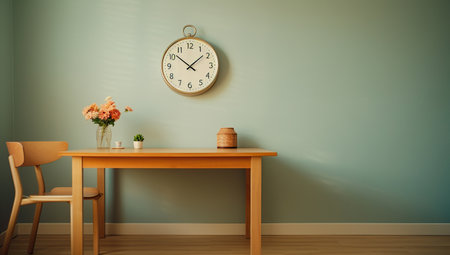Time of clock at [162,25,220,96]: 1:51
